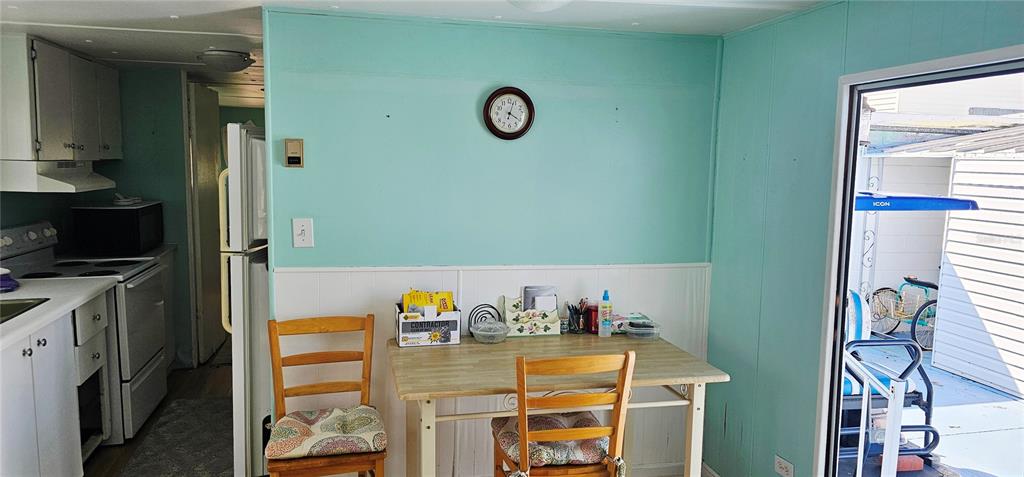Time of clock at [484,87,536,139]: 4:03
